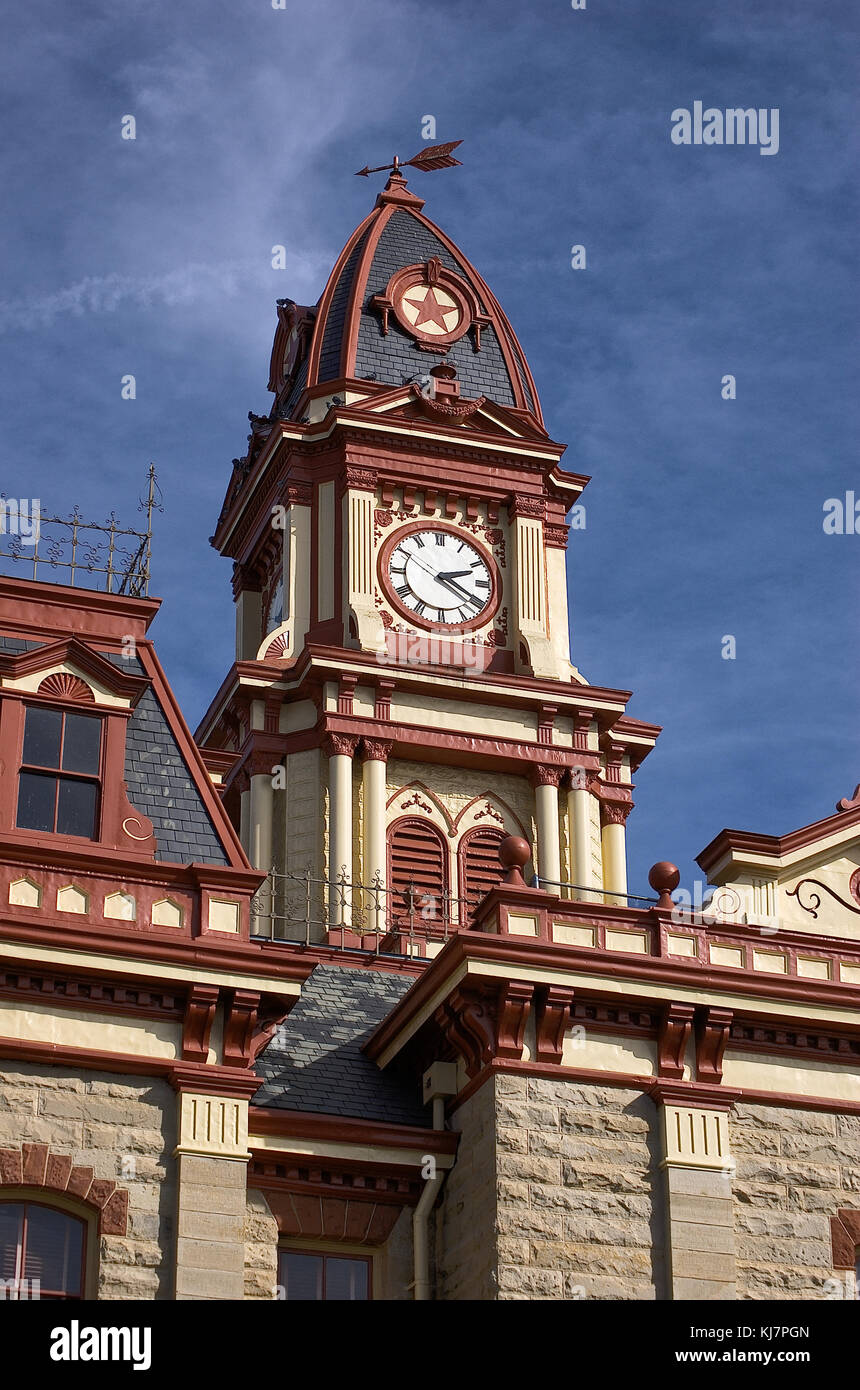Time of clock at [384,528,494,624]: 2:19
